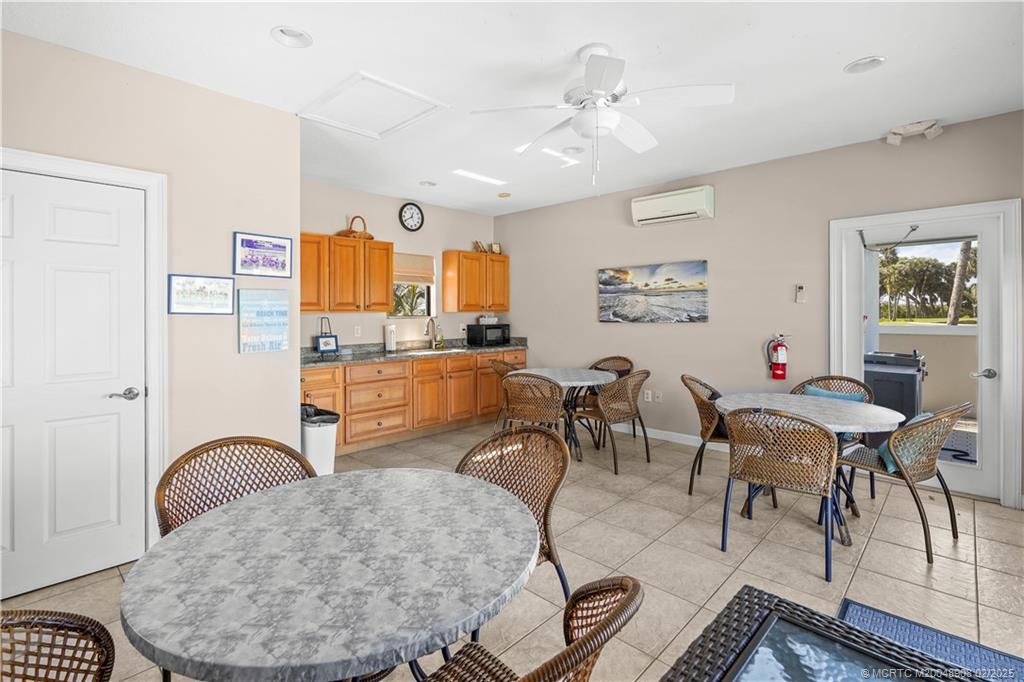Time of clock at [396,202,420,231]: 12:40
